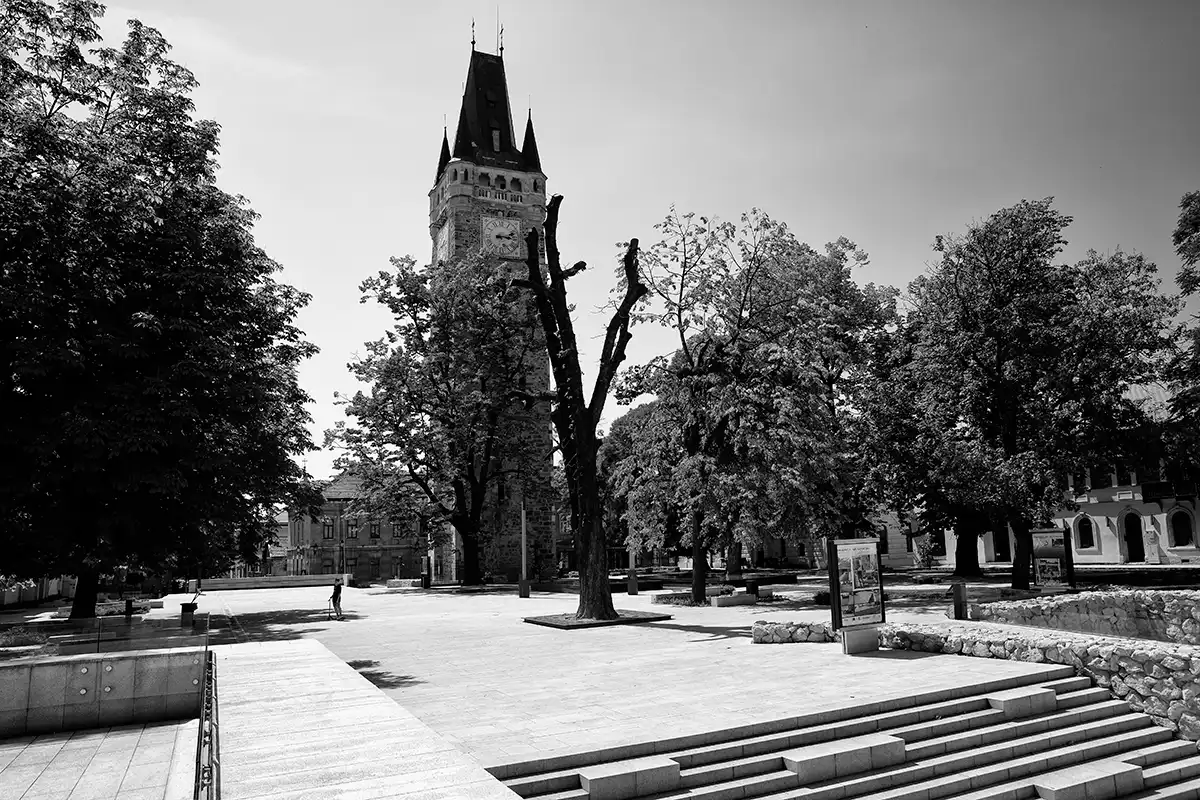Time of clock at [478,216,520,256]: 3:12
